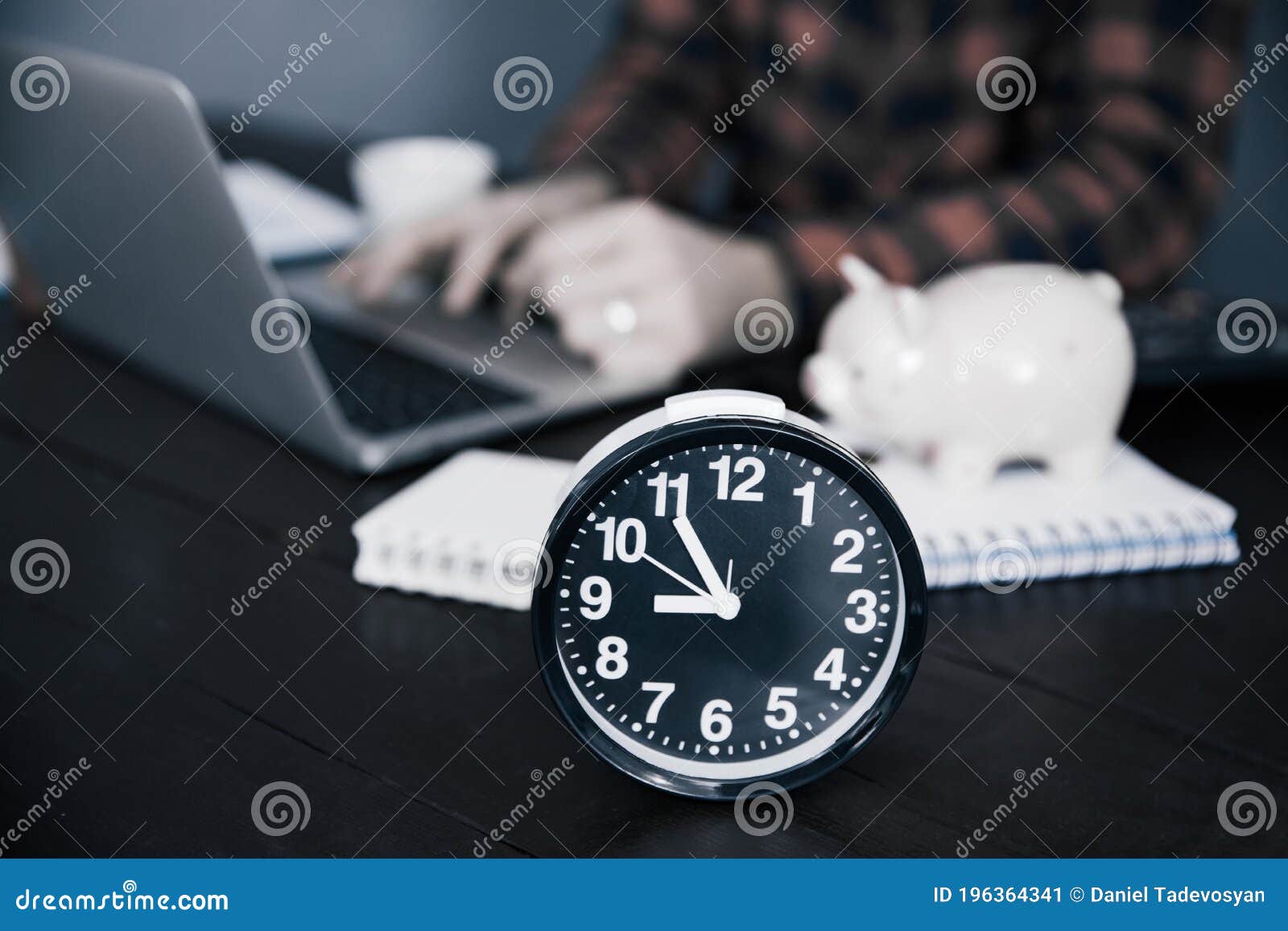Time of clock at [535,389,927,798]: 8:54
